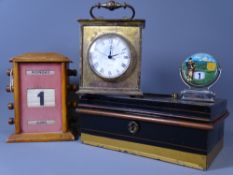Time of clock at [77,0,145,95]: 12:11
